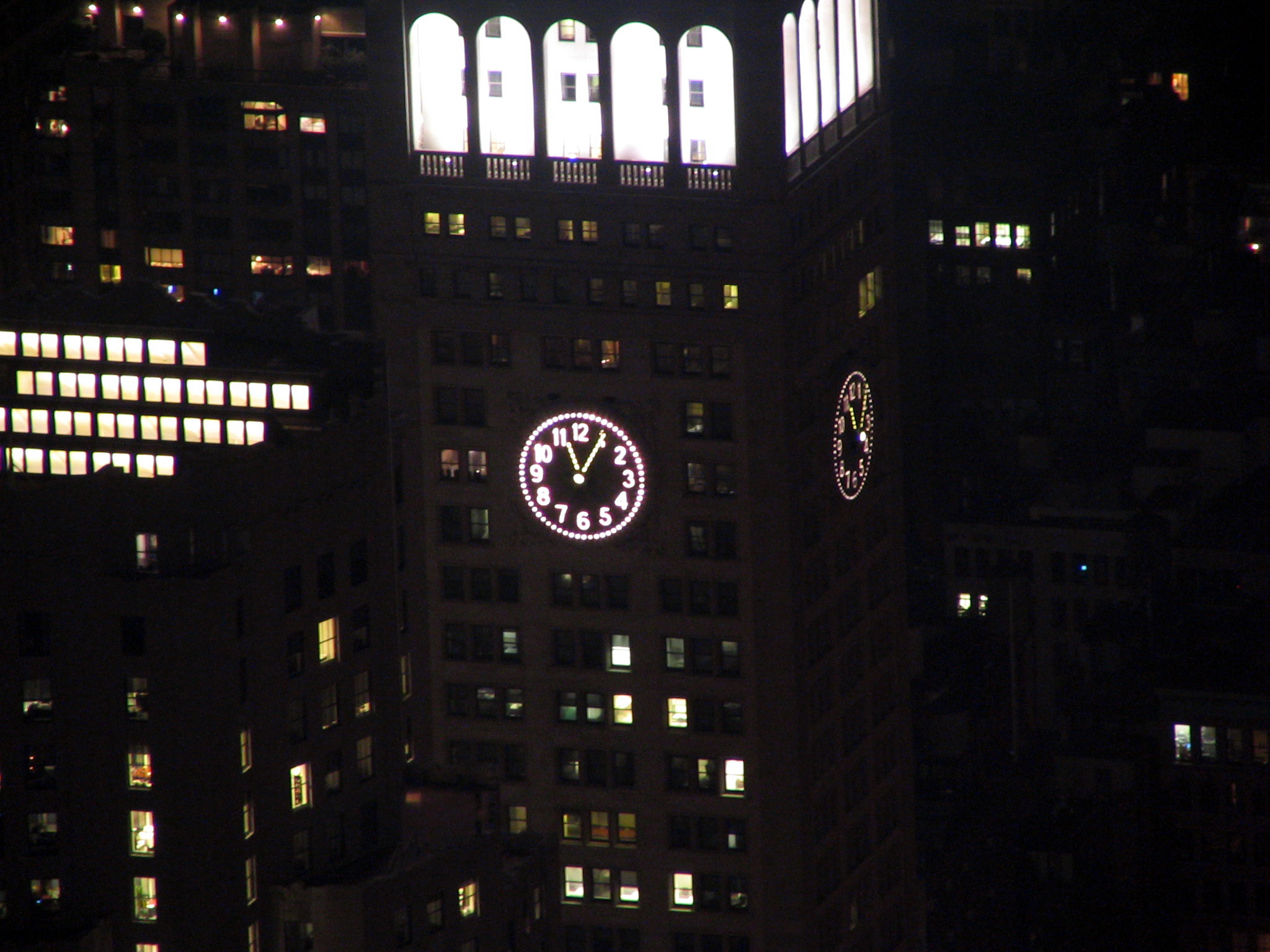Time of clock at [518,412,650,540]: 11:05
